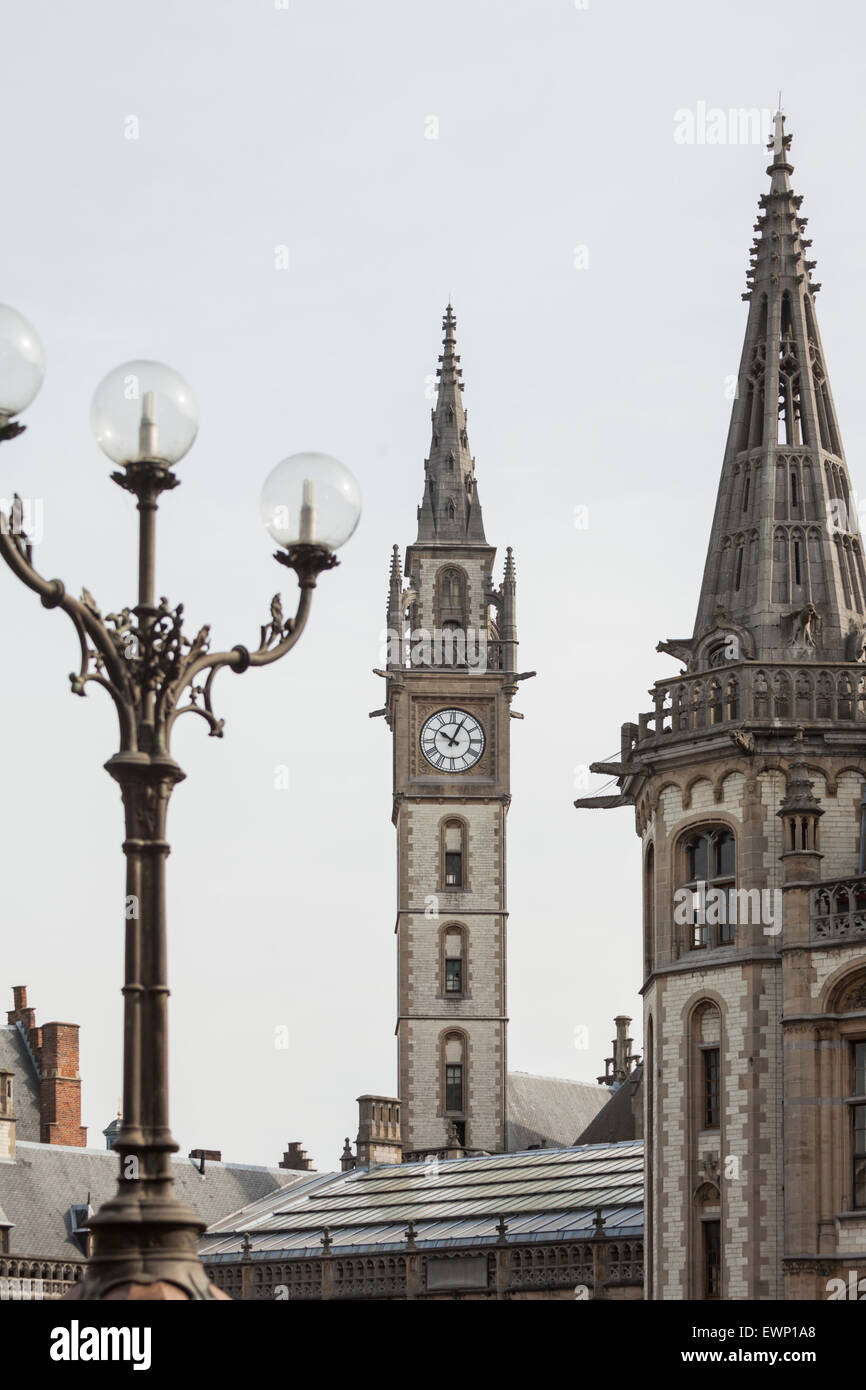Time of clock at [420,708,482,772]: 10:04
